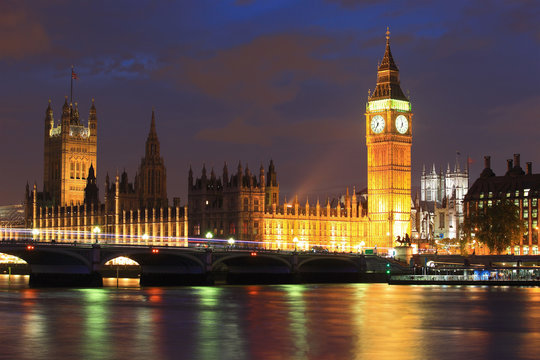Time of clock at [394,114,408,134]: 6:58
